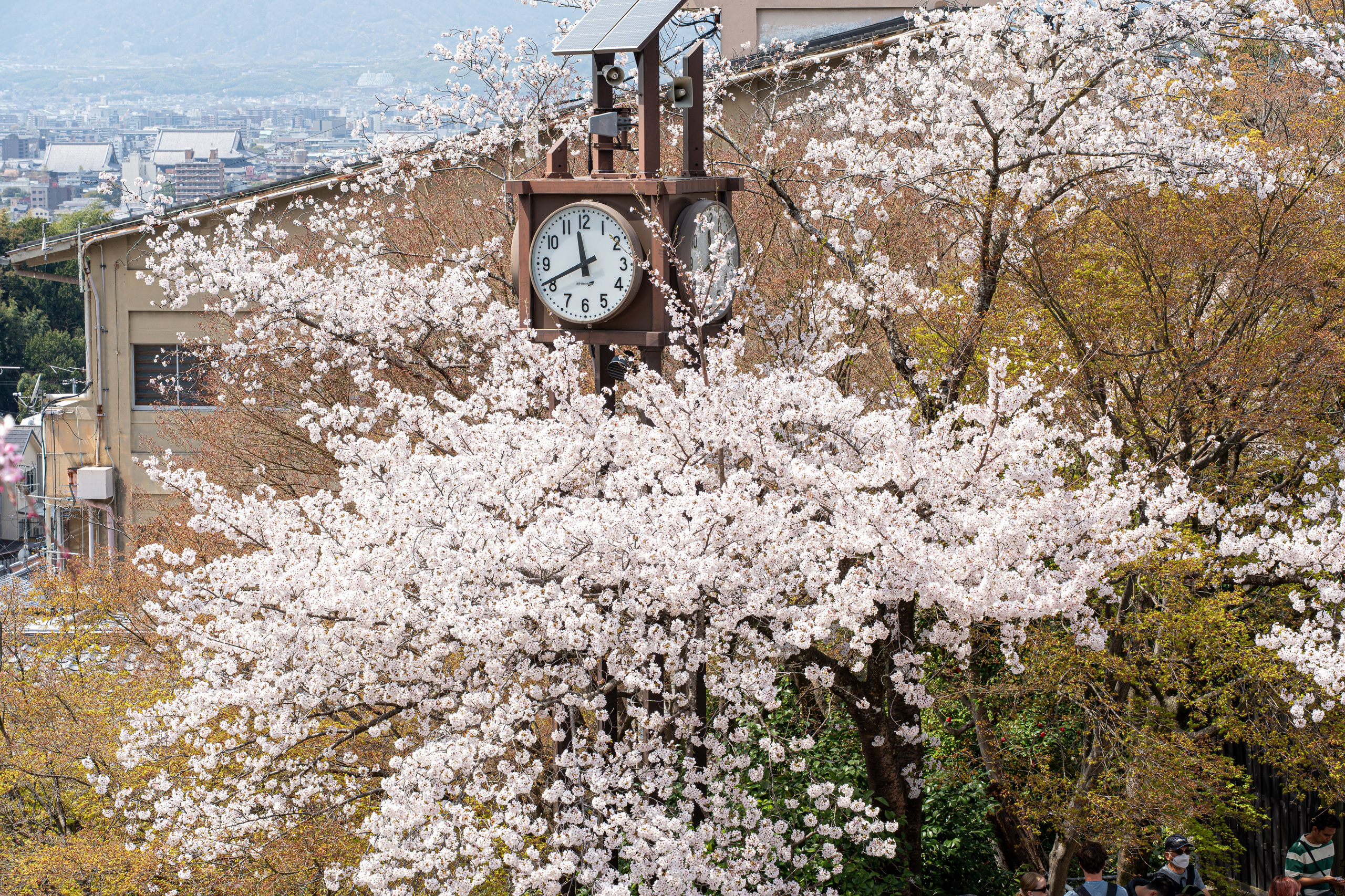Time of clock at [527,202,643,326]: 11:40
